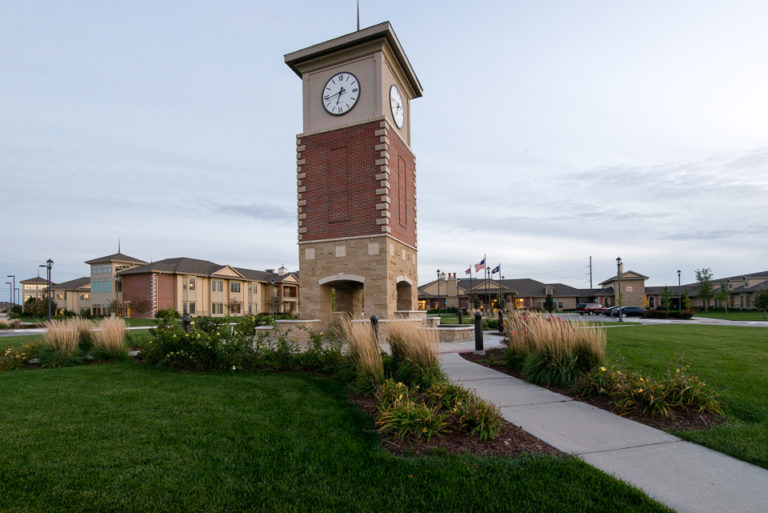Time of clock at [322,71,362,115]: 6:43
